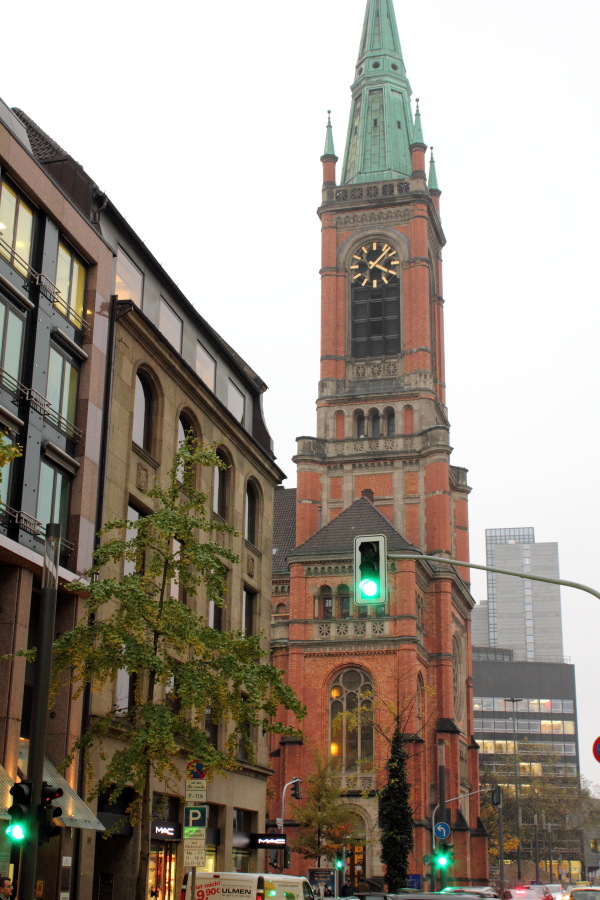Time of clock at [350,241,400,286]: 1:18
